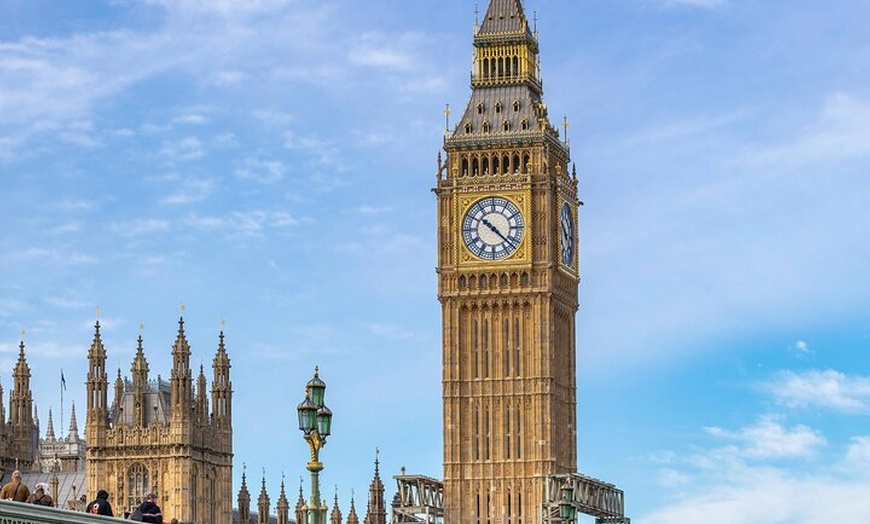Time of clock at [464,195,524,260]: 10:22
